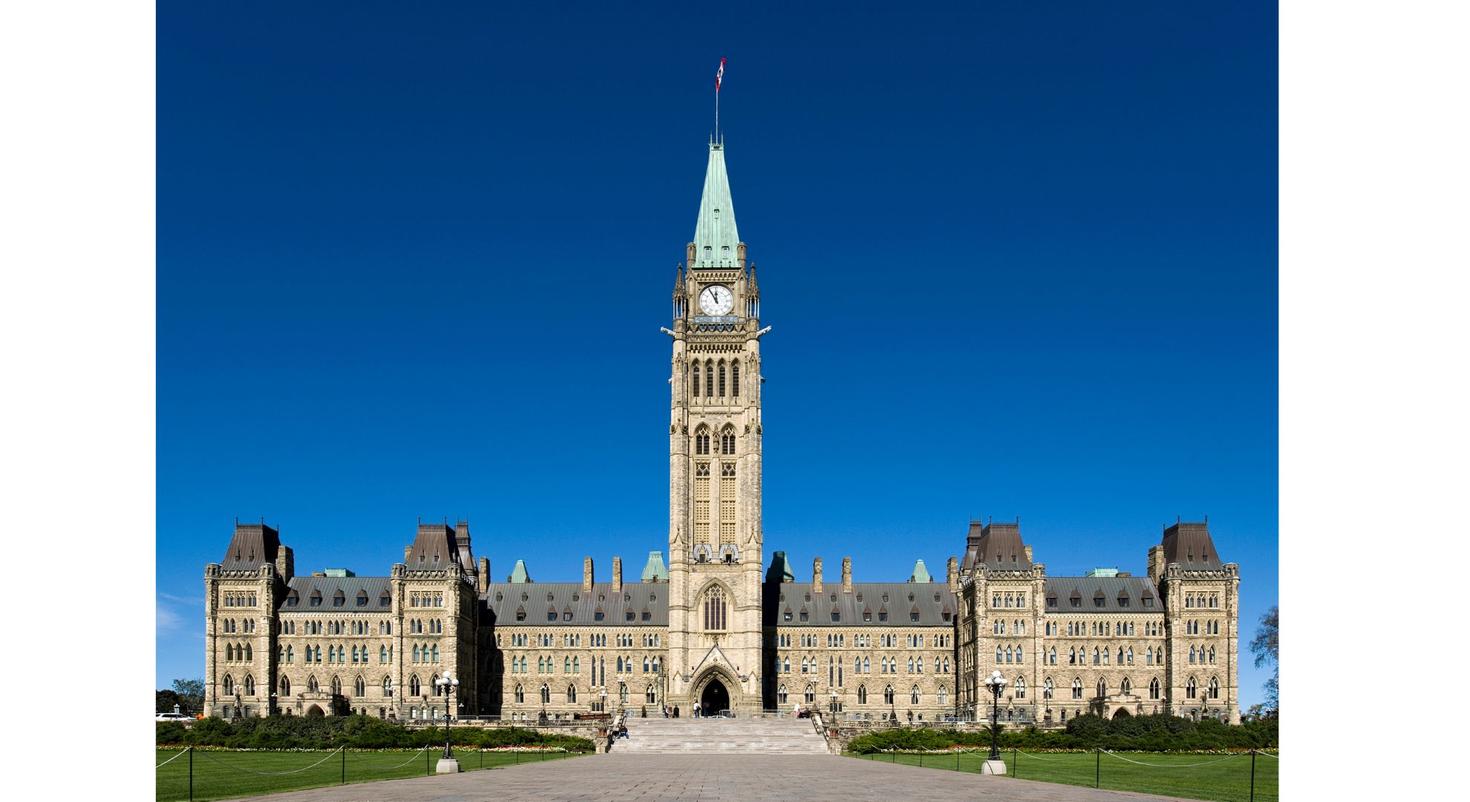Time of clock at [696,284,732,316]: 11:54
